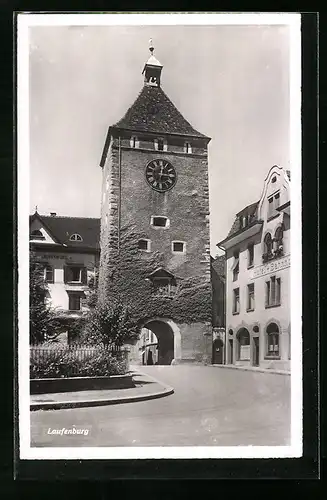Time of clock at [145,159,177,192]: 12:14
